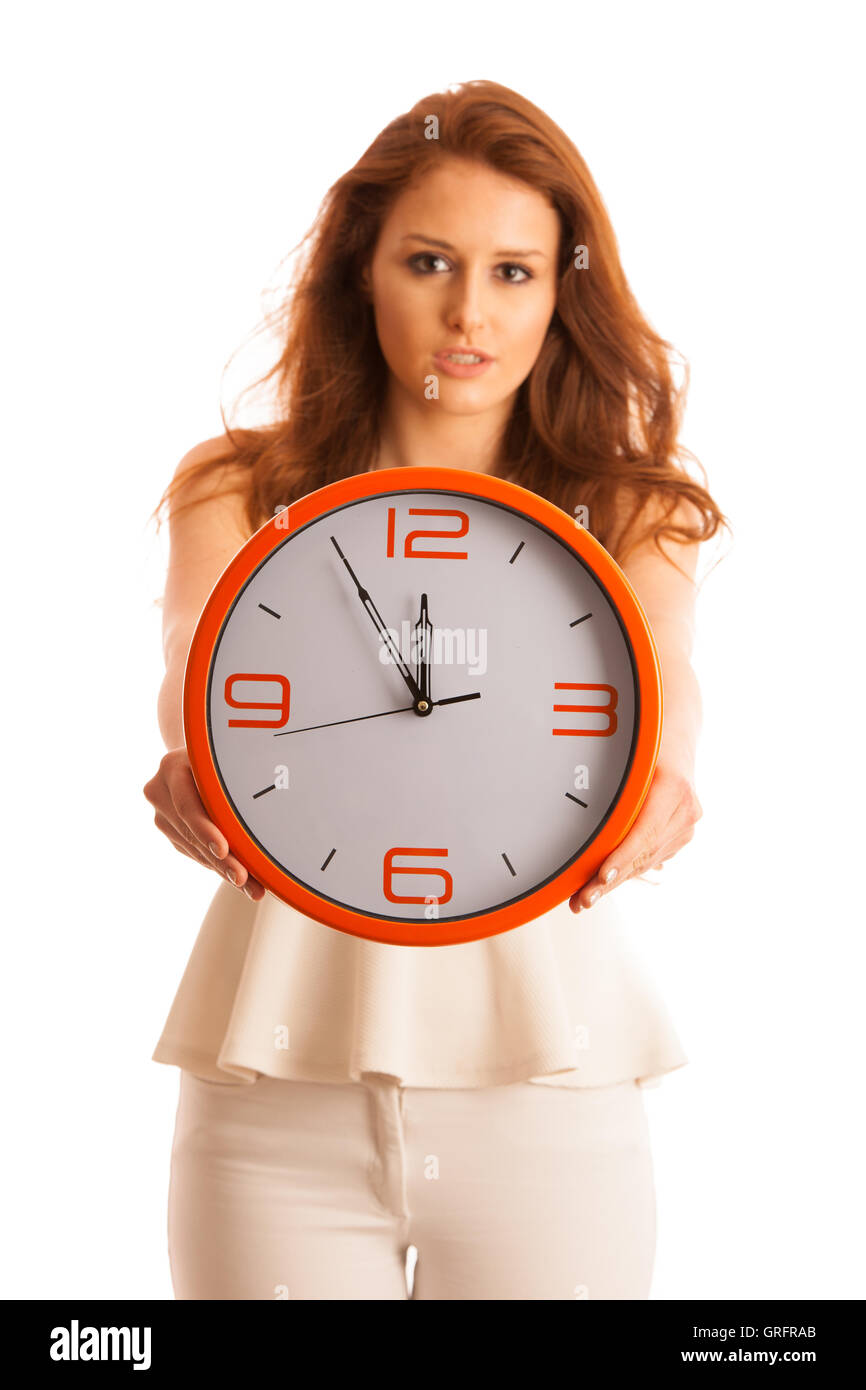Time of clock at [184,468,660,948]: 11:55
